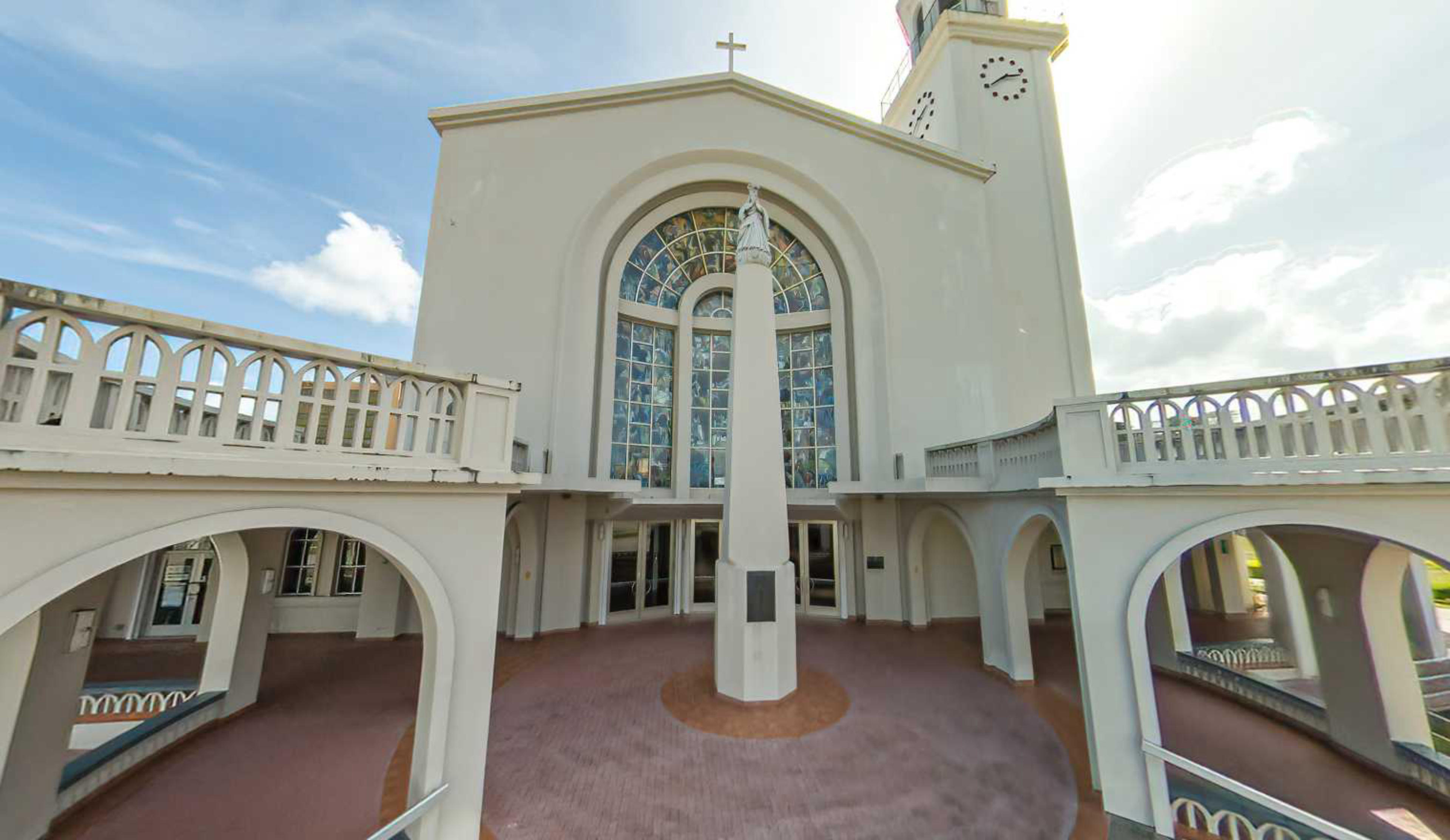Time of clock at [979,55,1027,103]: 2:39
